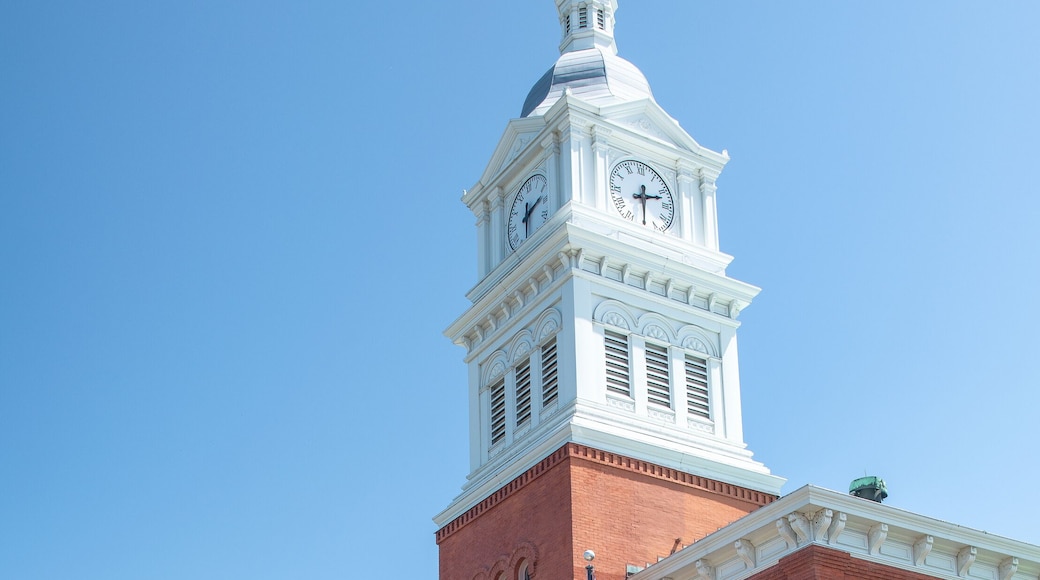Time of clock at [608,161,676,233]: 2:29
